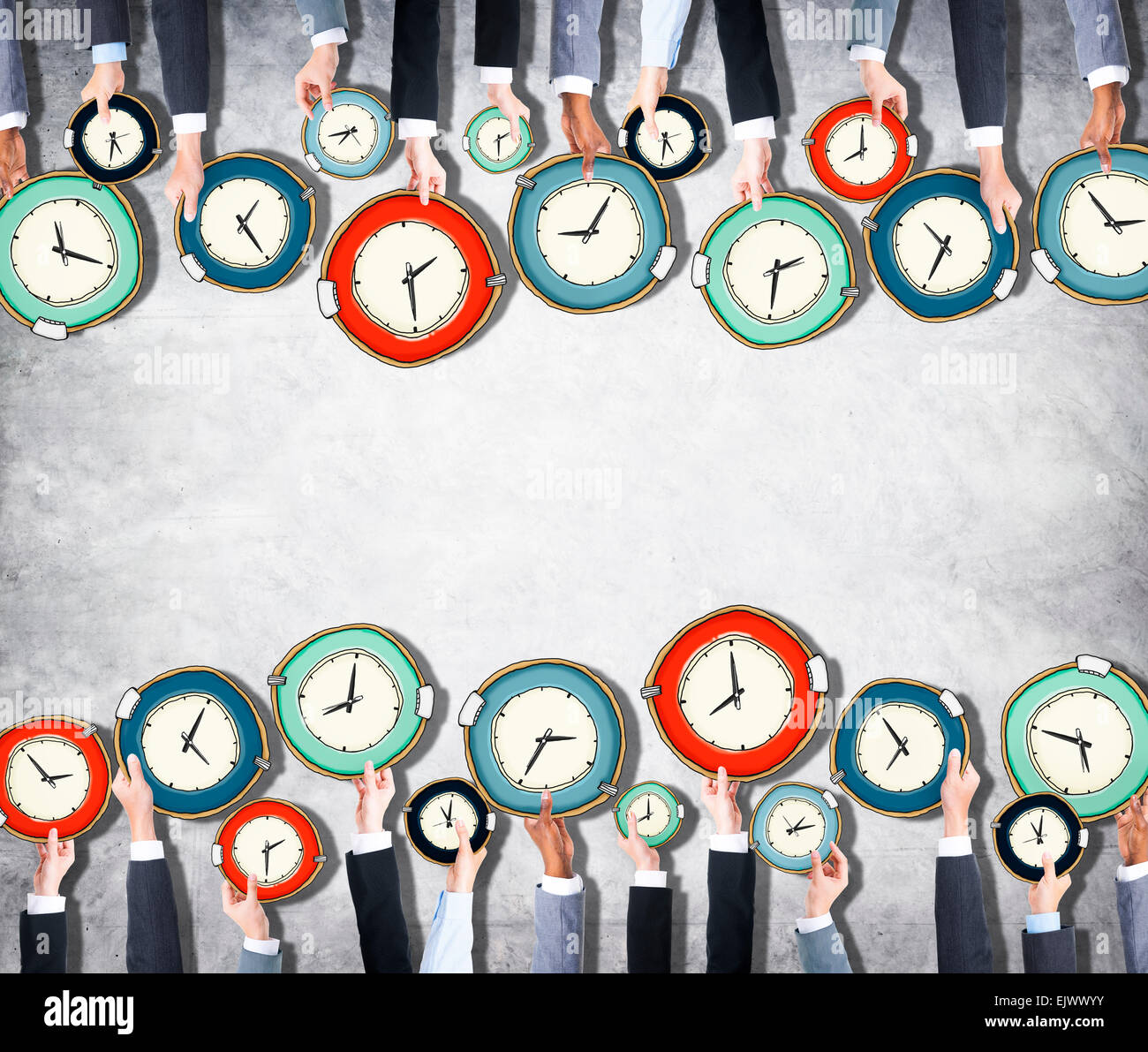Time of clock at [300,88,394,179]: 7:43
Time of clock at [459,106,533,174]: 2:29
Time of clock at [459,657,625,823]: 2:34
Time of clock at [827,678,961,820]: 6:54
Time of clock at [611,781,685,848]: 7:59
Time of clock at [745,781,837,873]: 1:13
